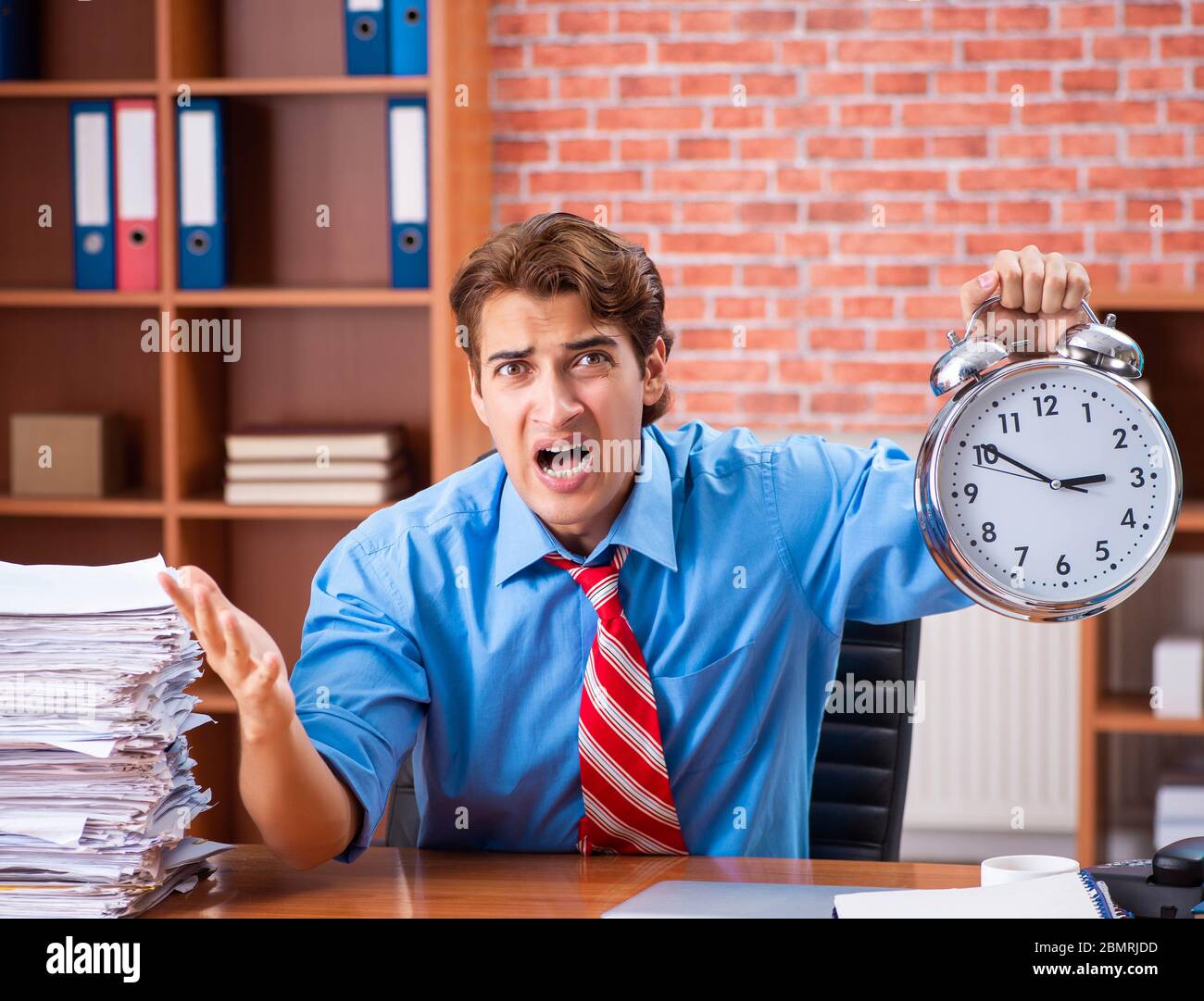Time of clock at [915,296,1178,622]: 2:50
